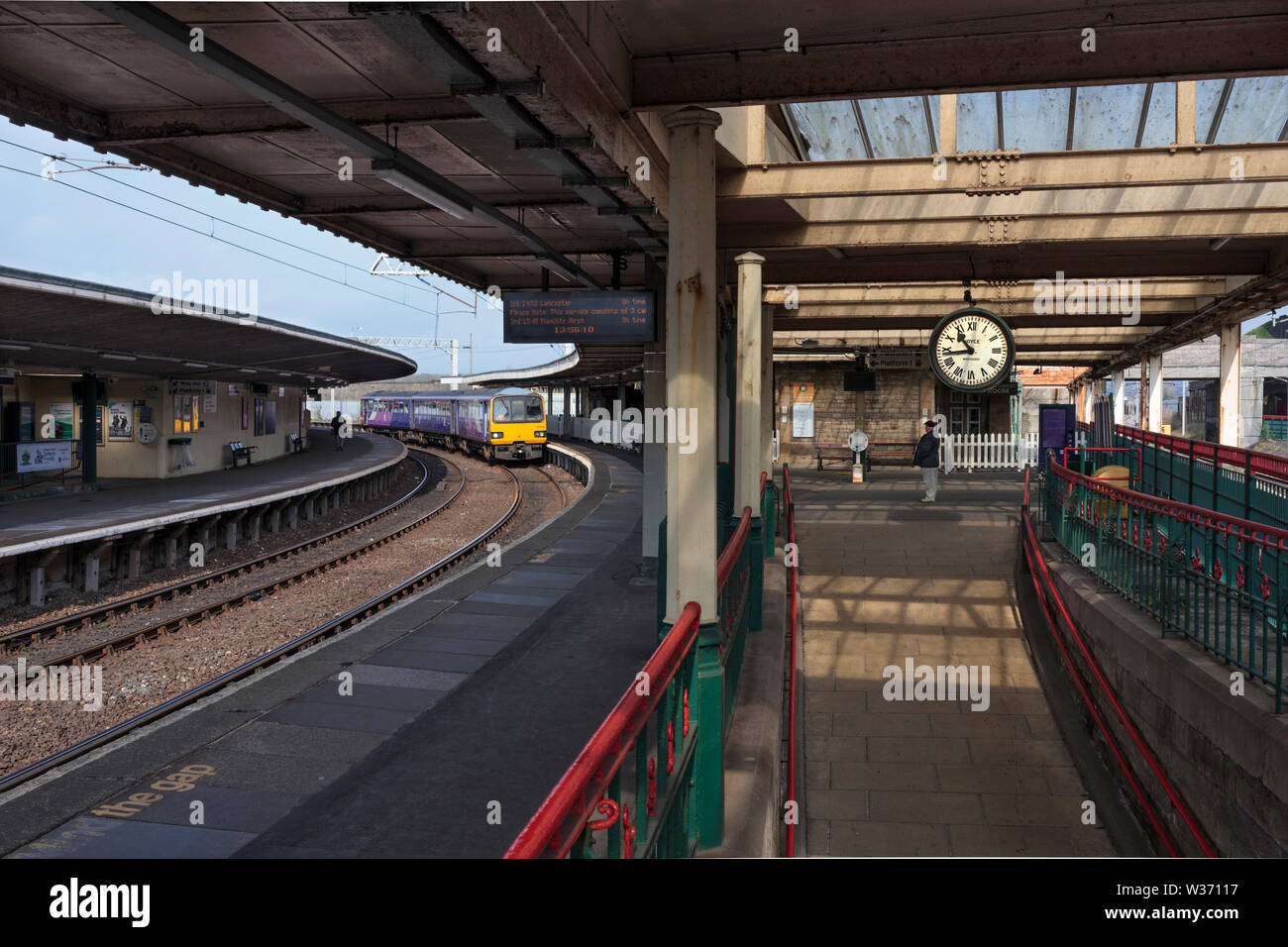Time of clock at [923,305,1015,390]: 10:43
